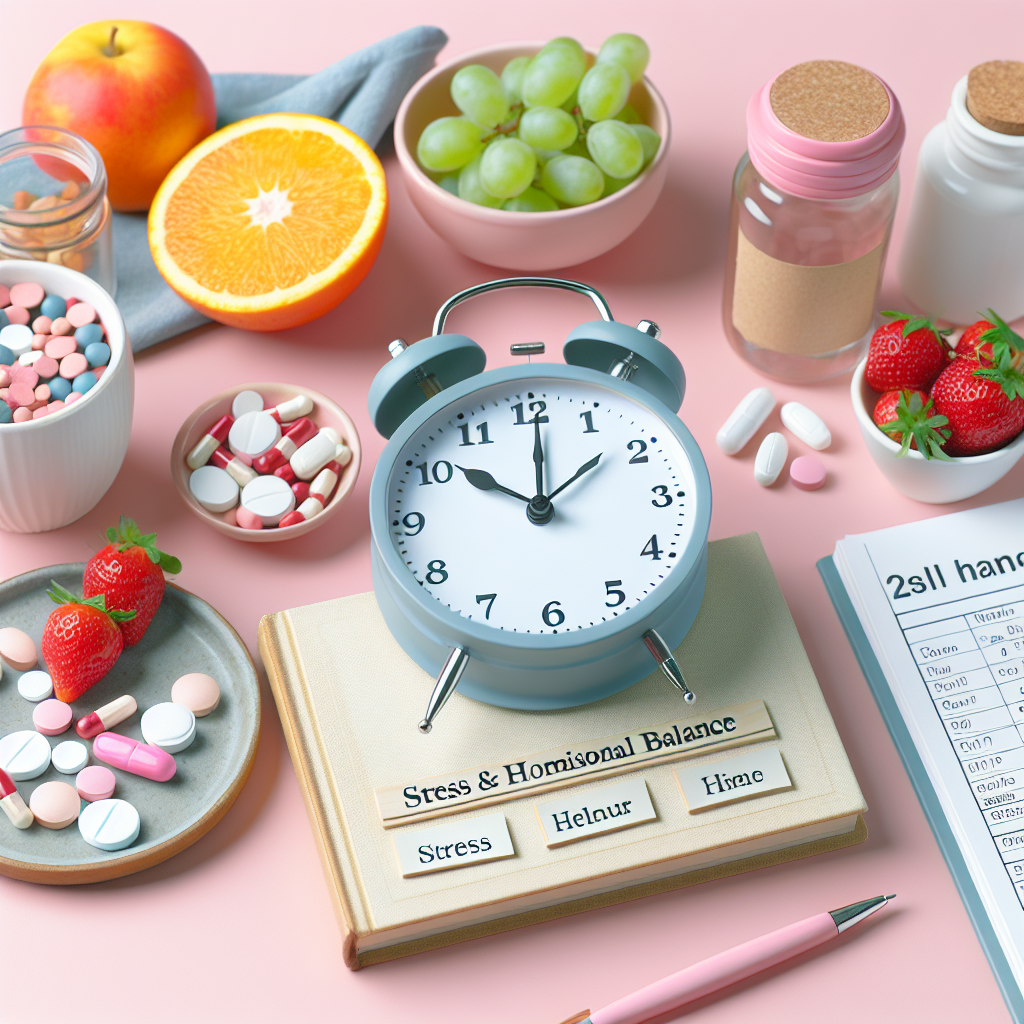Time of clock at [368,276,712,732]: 10:00
